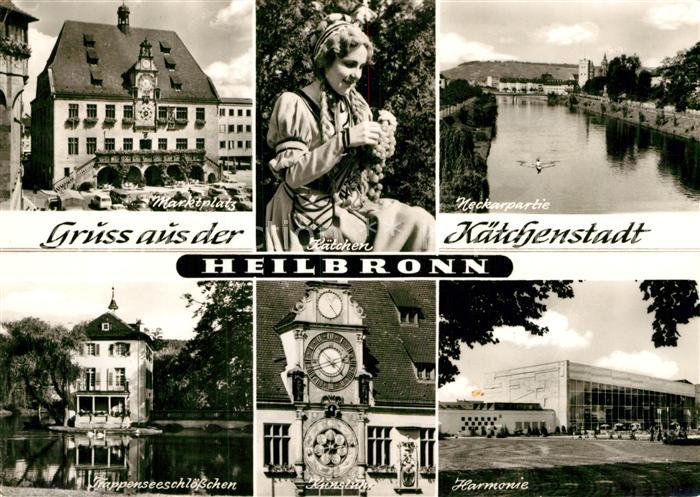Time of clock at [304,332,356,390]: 4:42
